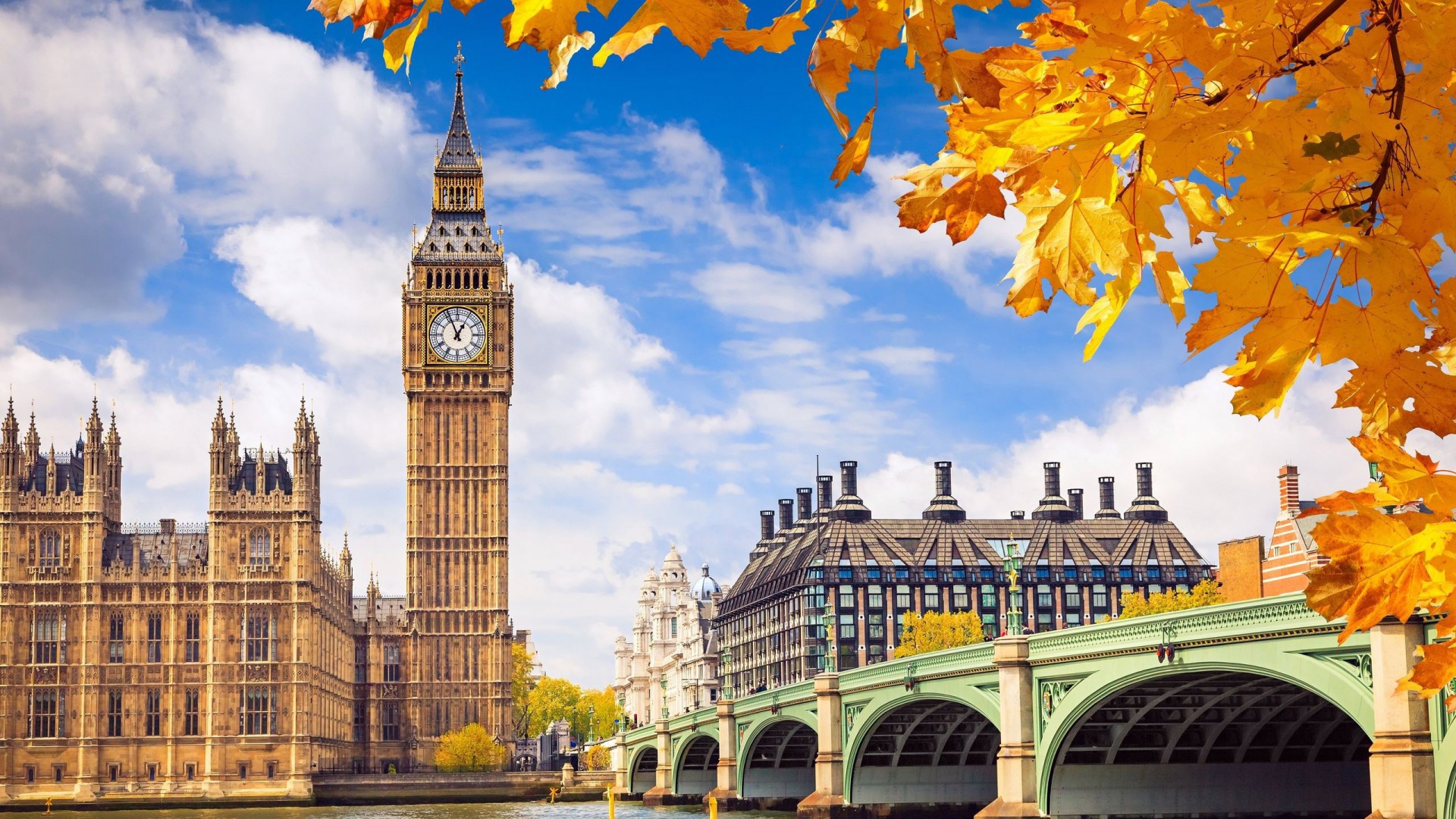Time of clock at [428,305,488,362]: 12:56
